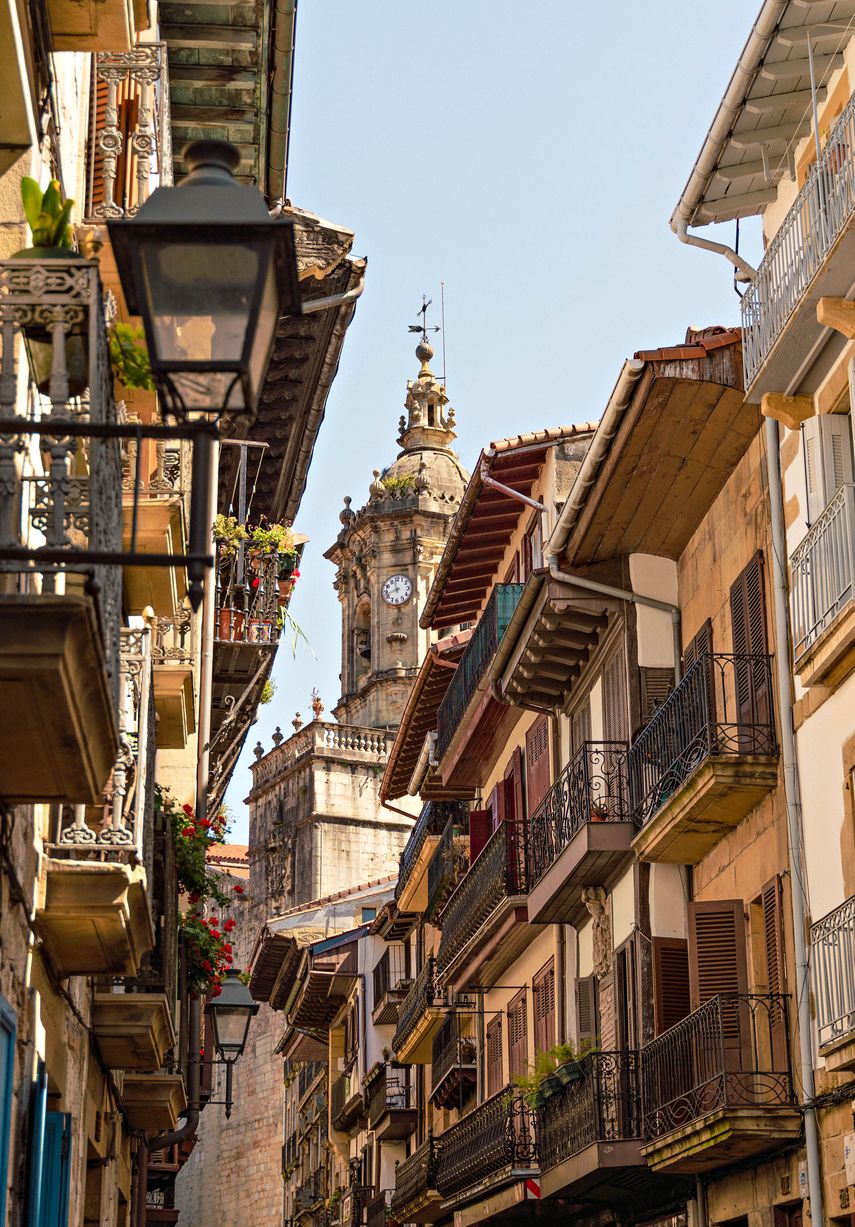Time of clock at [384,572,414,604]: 11:42
